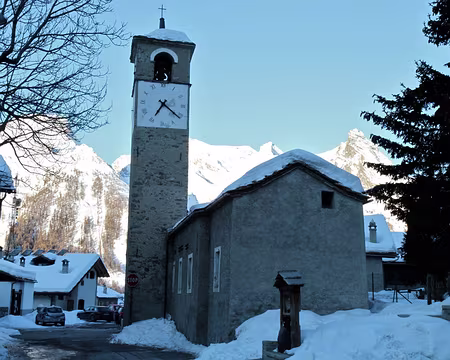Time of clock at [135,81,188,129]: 7:21
